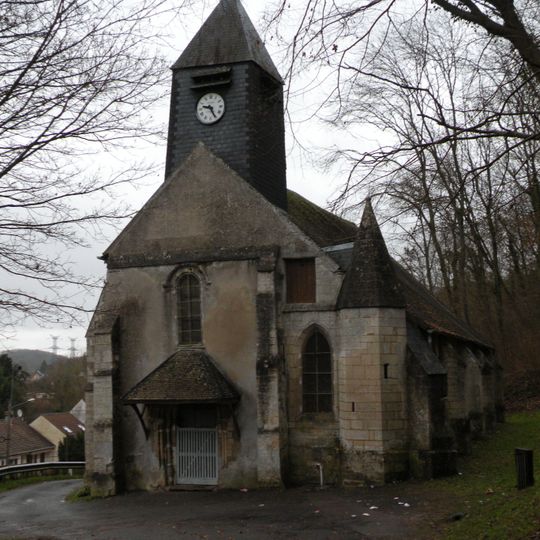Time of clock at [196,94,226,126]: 9:25
